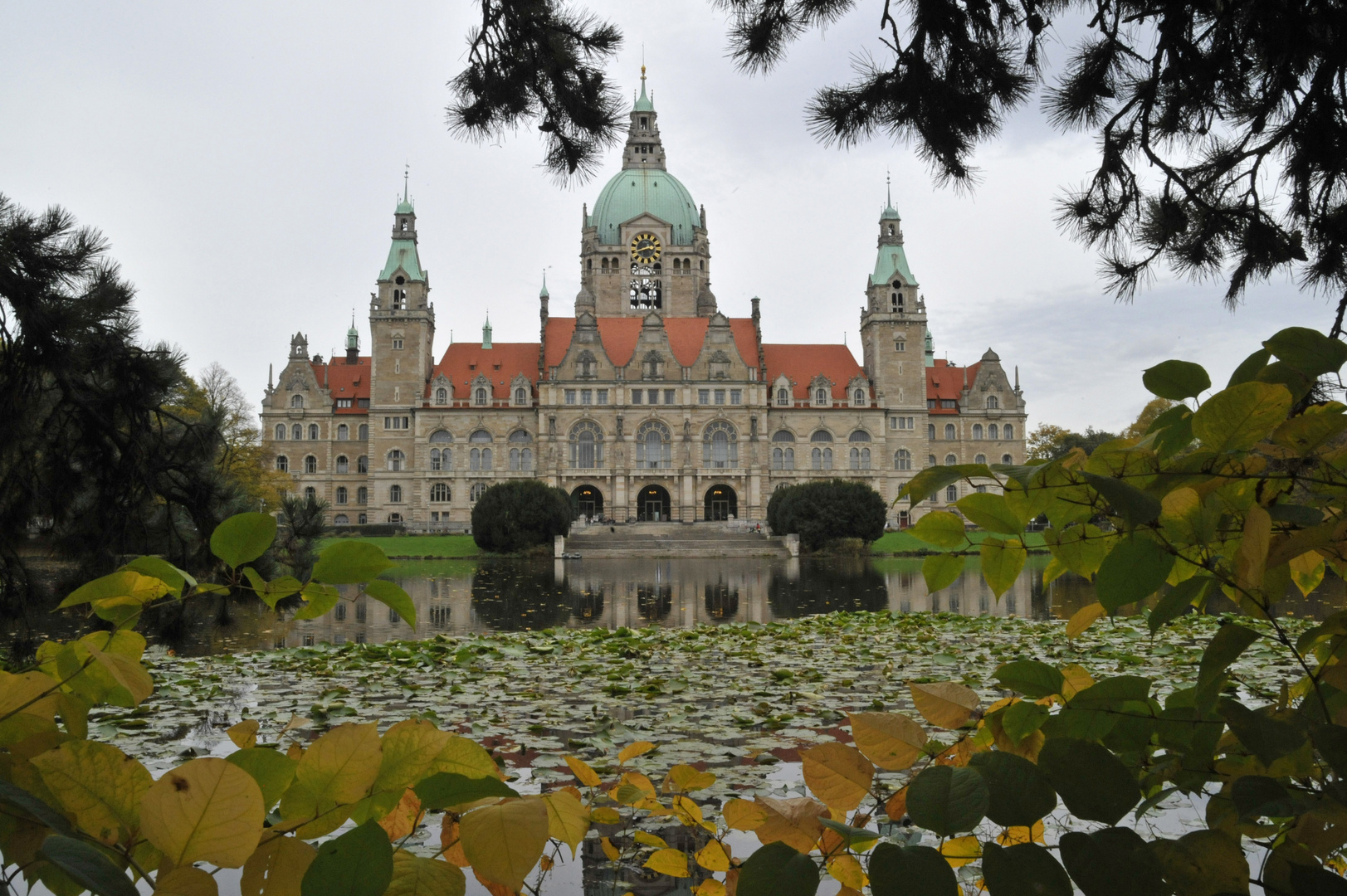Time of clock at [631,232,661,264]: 2:40
